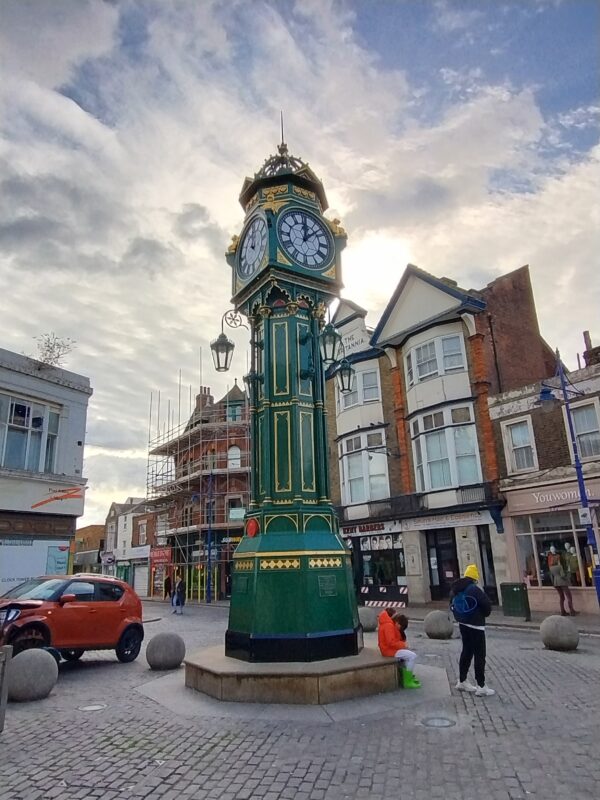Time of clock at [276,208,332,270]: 12:07
